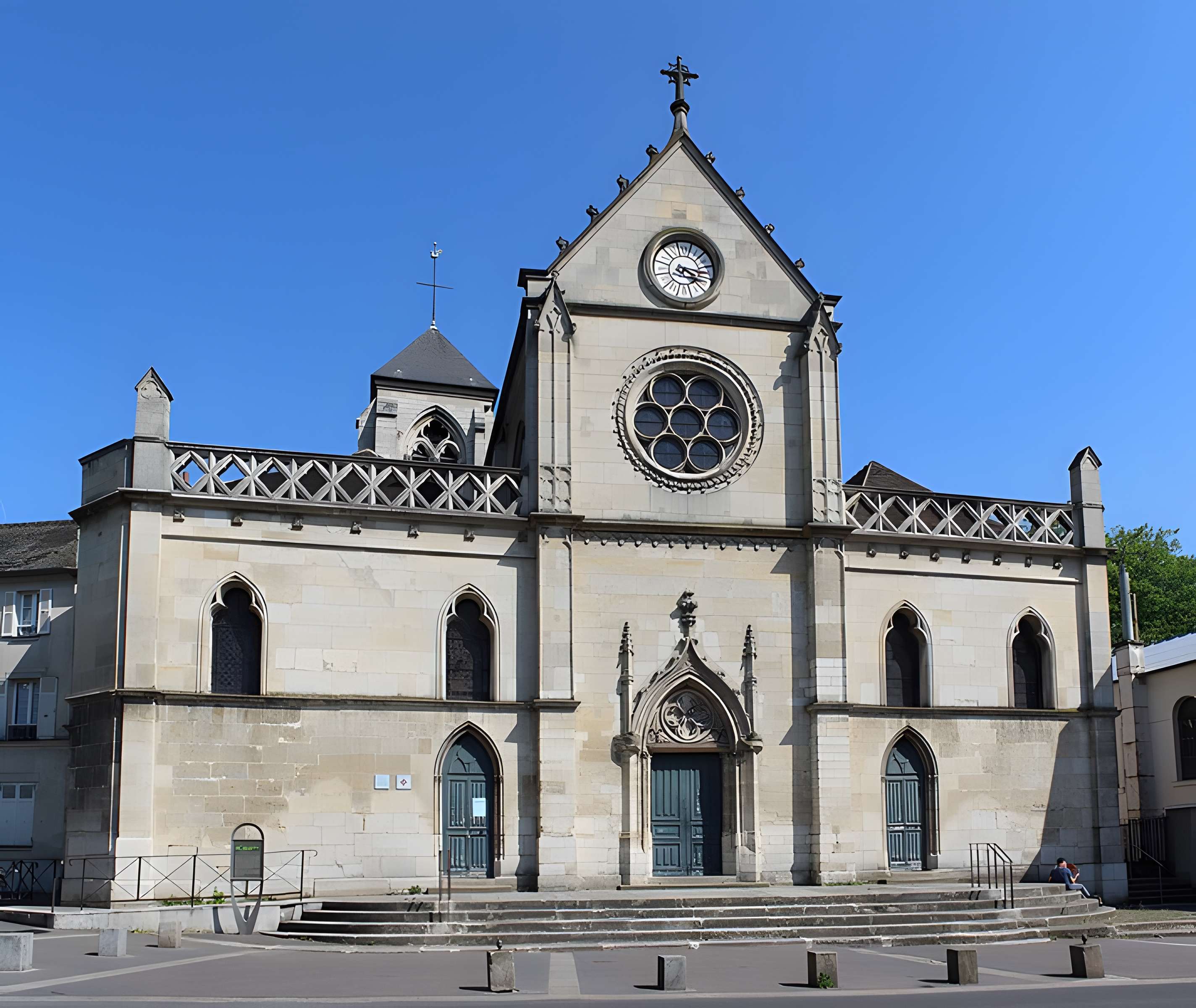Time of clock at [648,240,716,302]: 4:16
